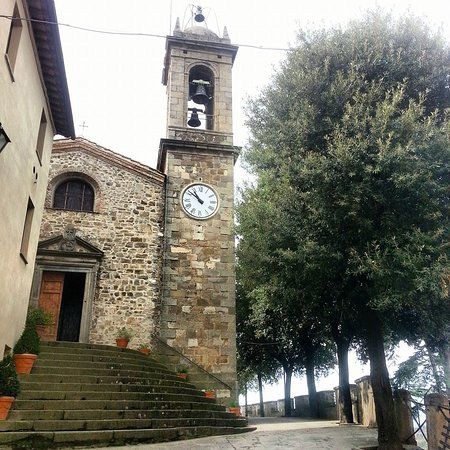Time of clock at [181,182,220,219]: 10:51
